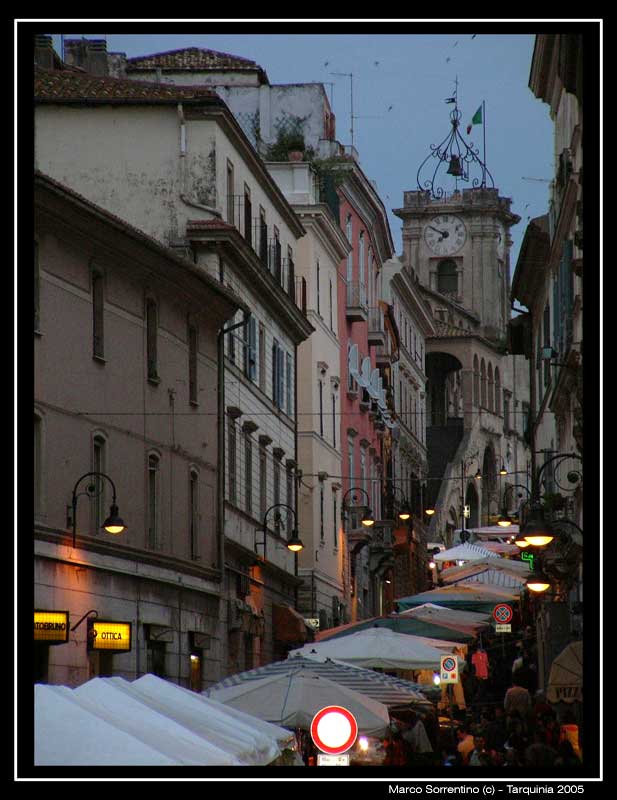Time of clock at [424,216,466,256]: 7:49
